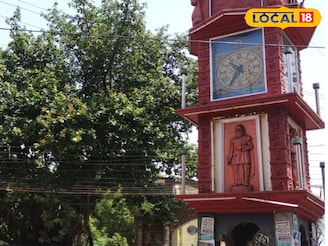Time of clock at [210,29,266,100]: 10:35
